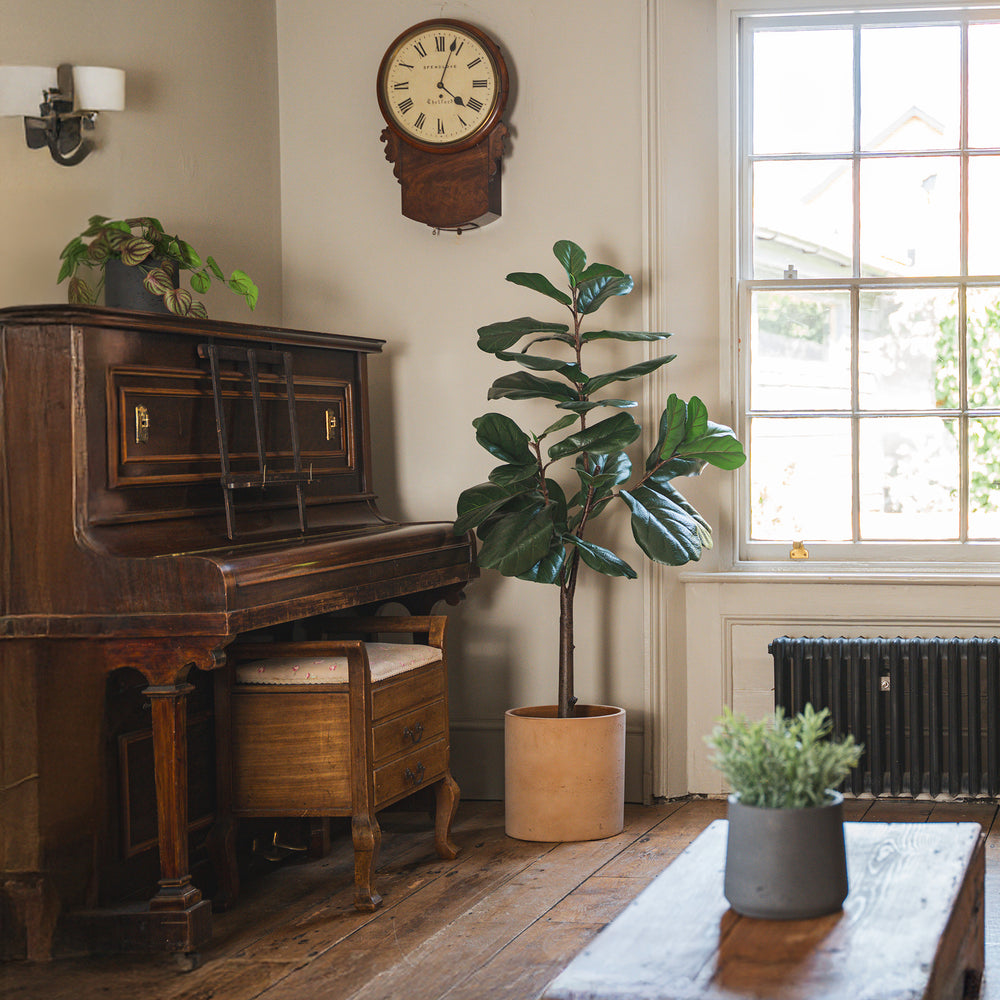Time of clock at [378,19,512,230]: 4:03
